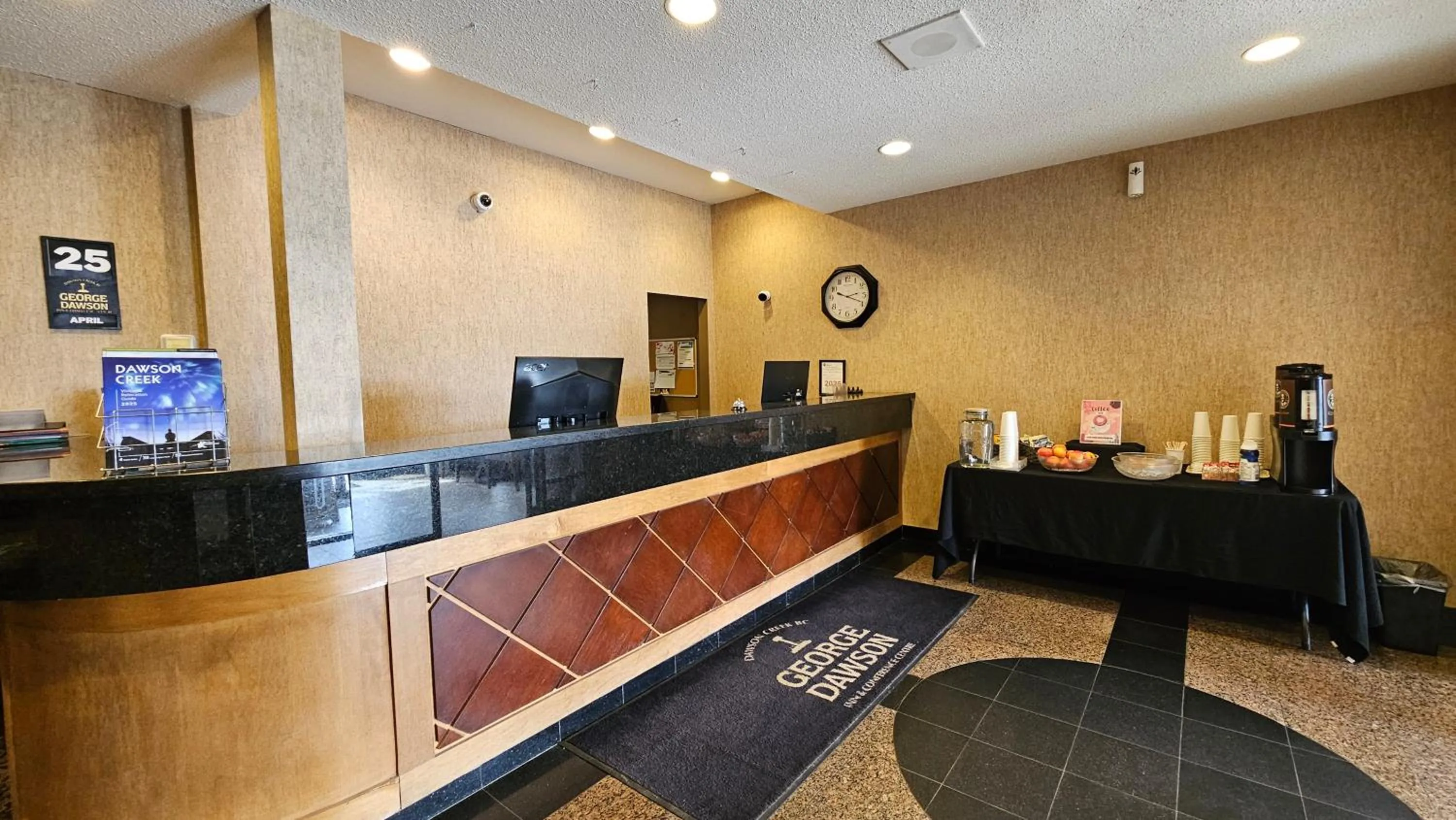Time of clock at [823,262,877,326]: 2:18
